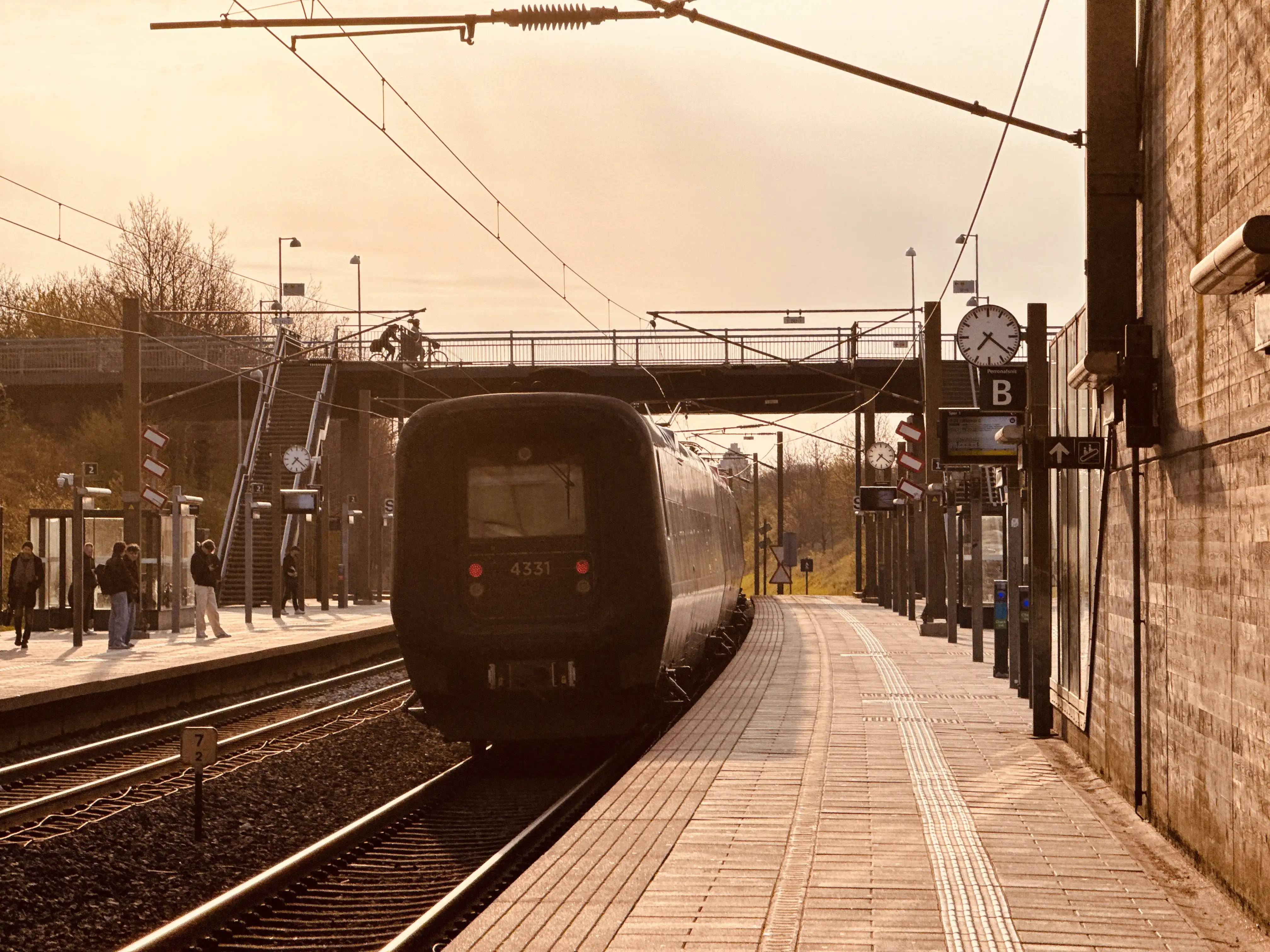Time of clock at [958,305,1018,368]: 7:21
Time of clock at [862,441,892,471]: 7:21
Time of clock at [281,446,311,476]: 7:21
